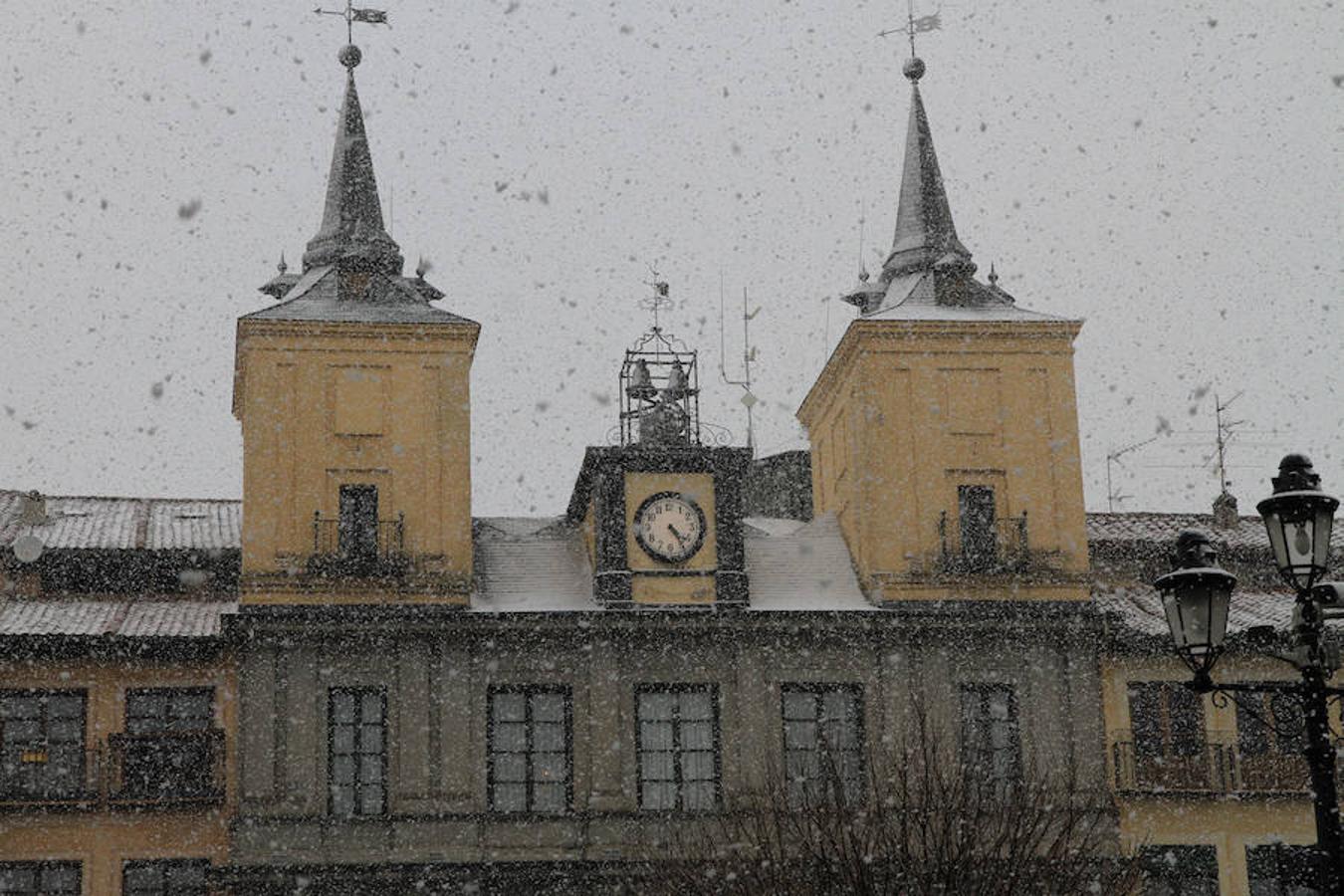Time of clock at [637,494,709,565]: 4:24
